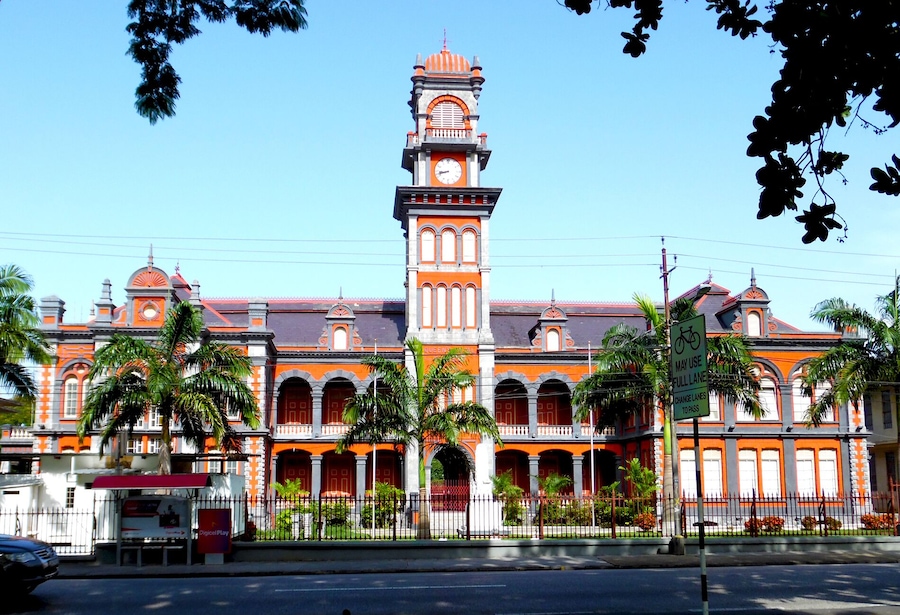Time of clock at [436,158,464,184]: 8:42
